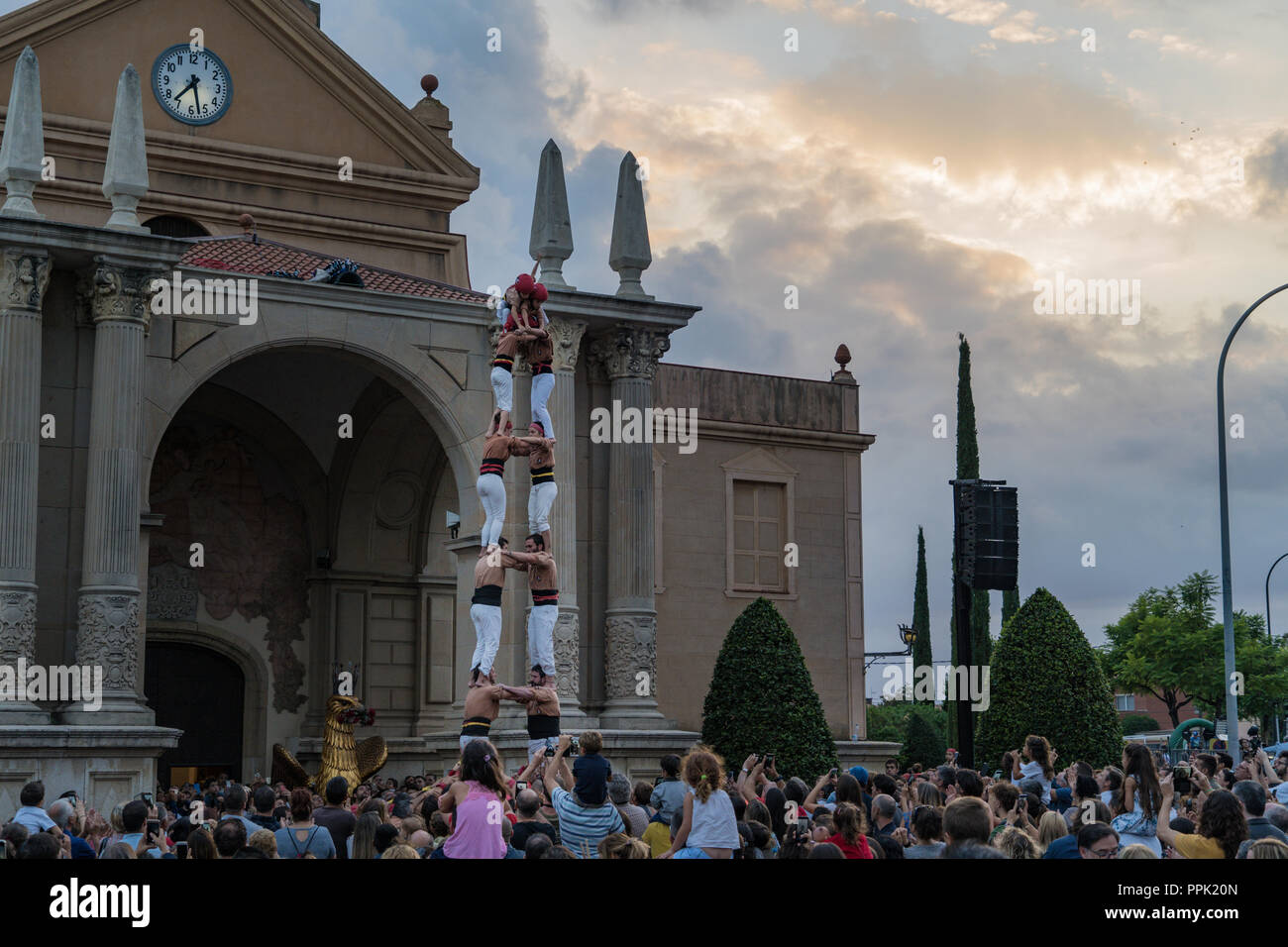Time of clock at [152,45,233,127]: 7:27
